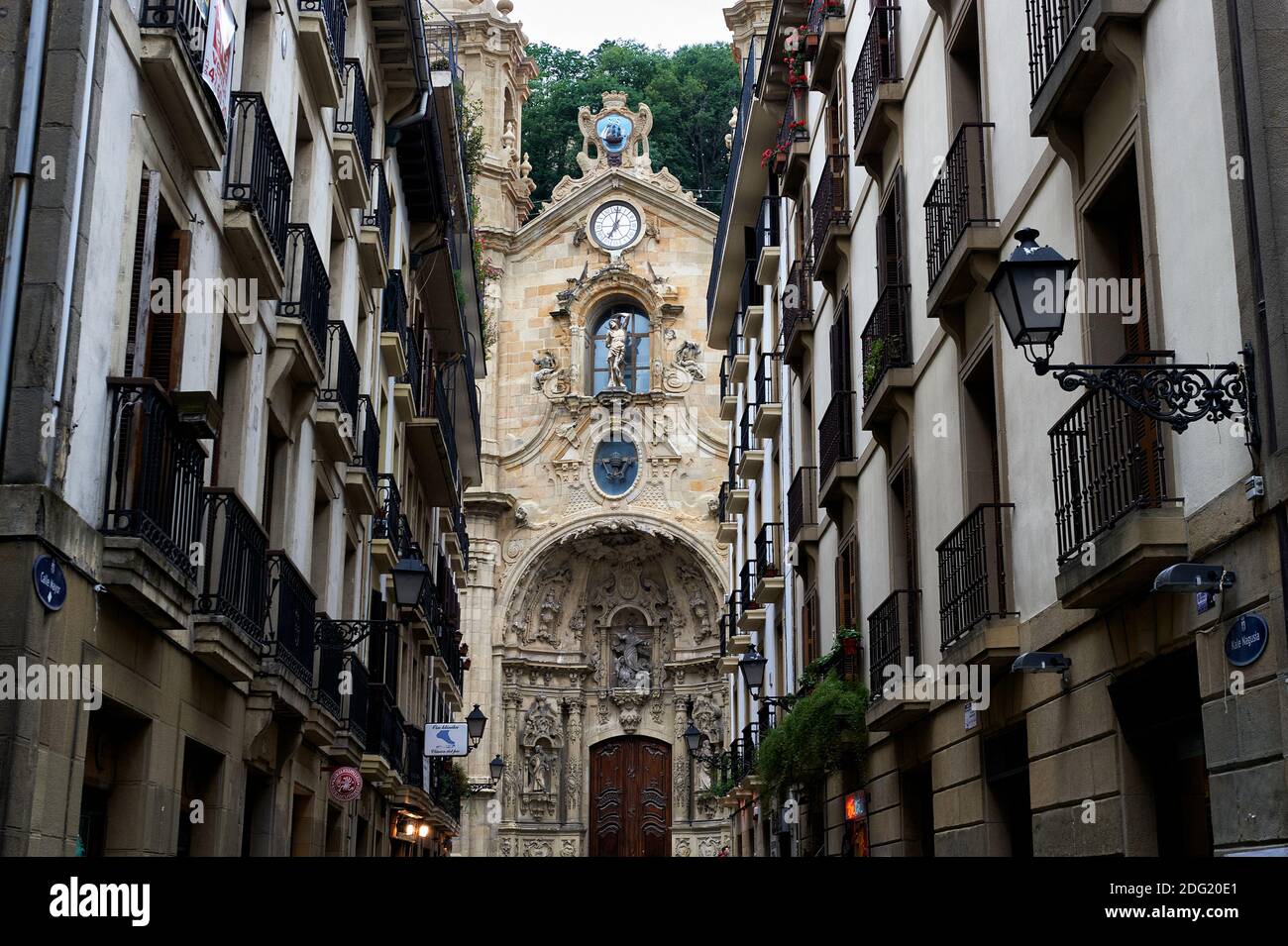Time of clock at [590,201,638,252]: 7:00
